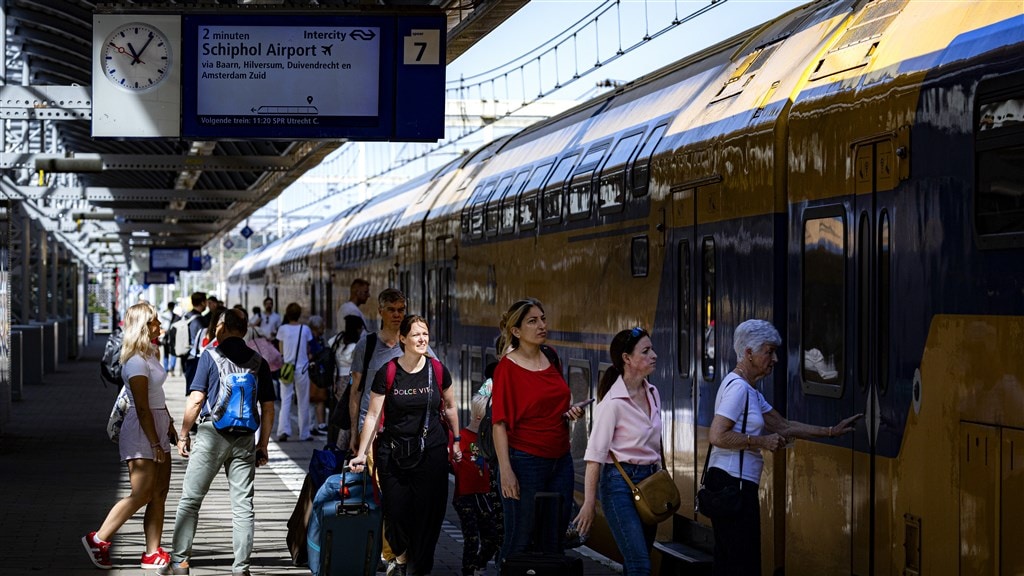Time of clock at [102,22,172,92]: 11:06
